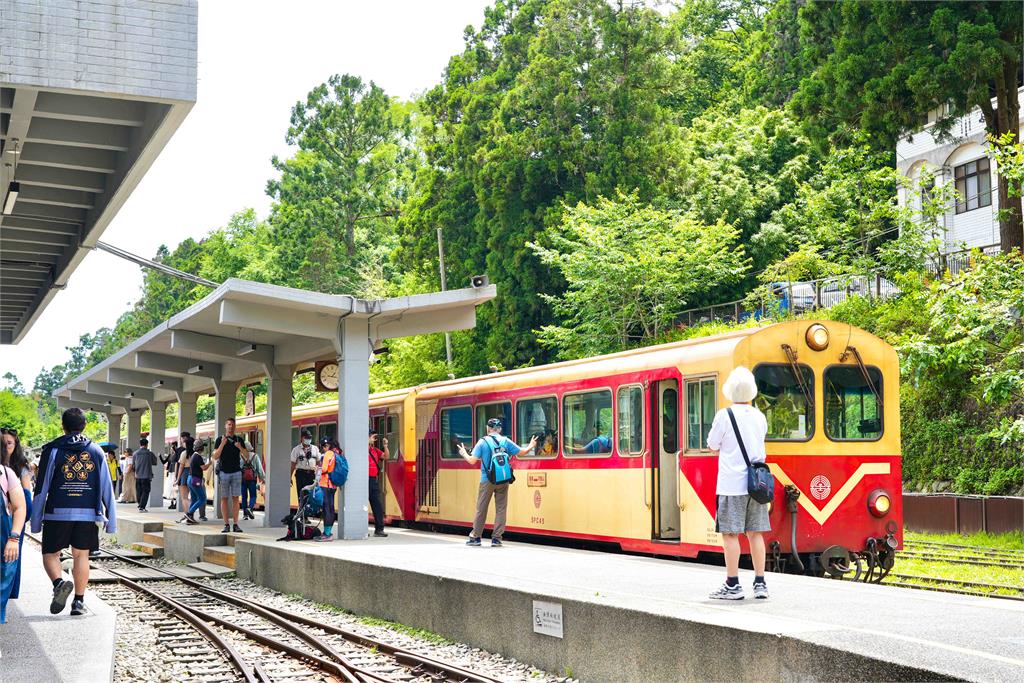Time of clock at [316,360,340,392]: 1:16
